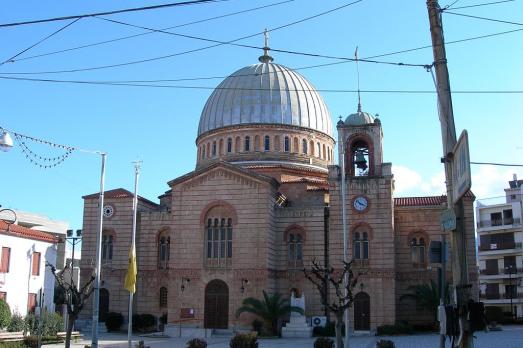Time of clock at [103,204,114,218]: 8:32
